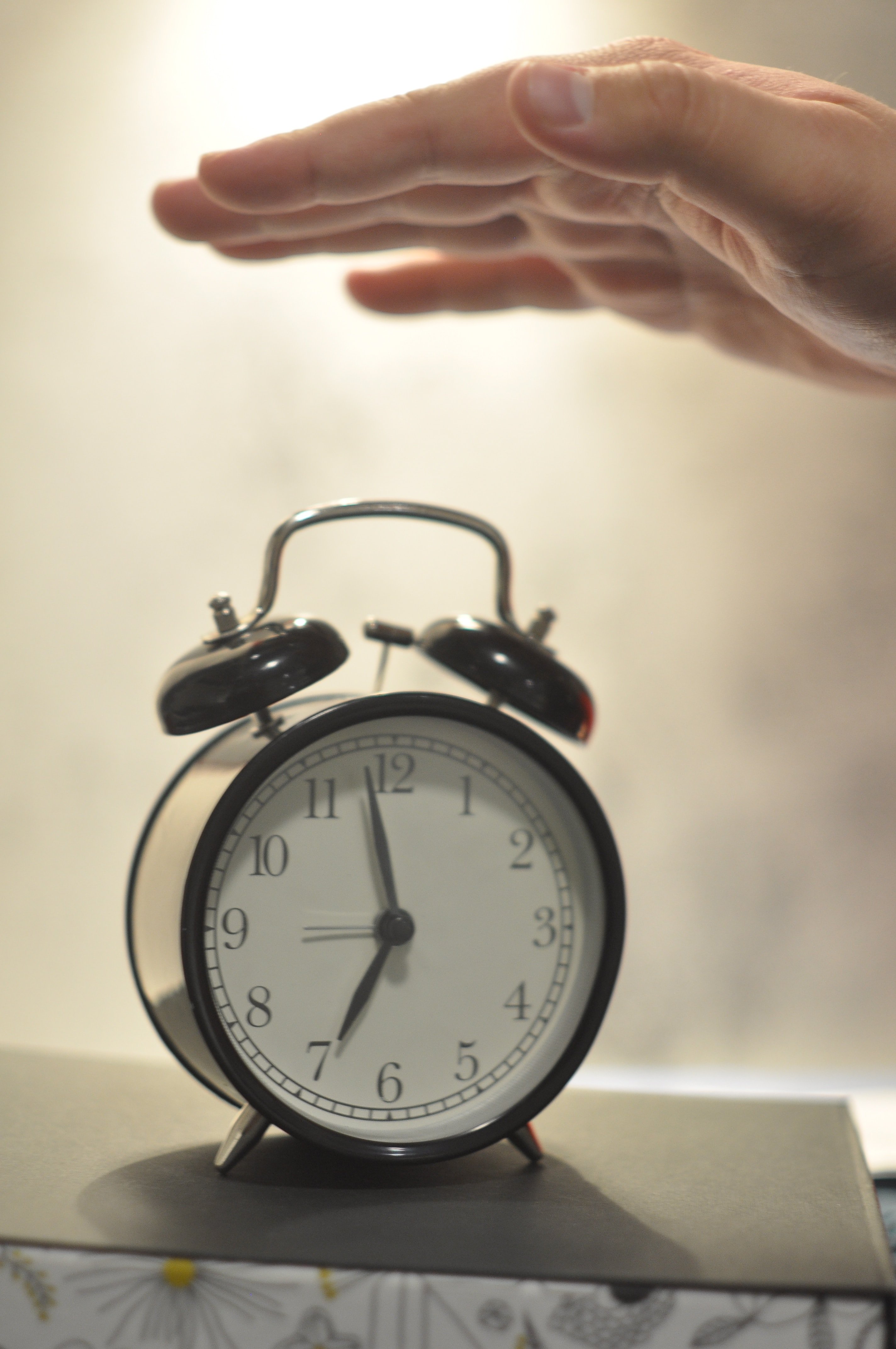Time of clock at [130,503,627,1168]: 6:58
